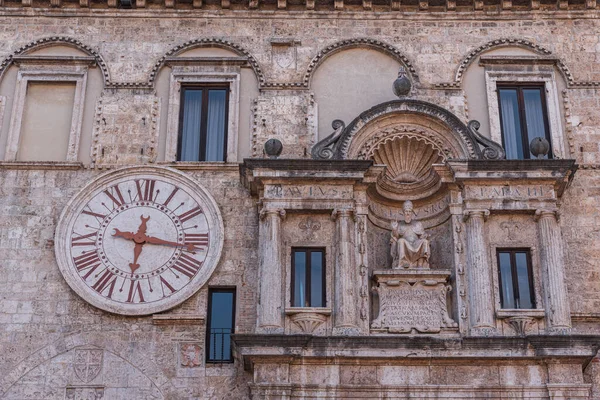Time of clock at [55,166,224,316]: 12:16
